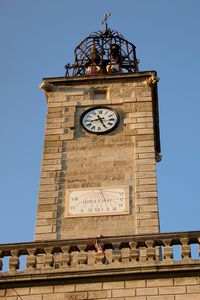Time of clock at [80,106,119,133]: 8:25
